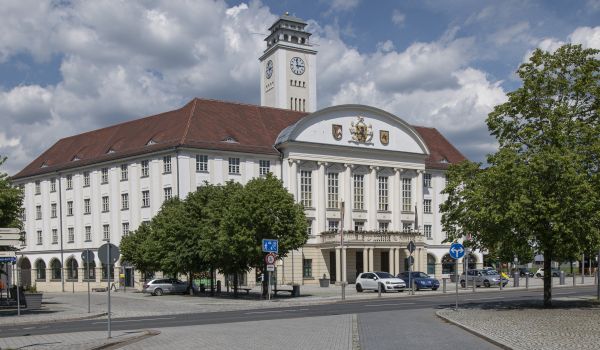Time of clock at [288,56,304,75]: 2:58
